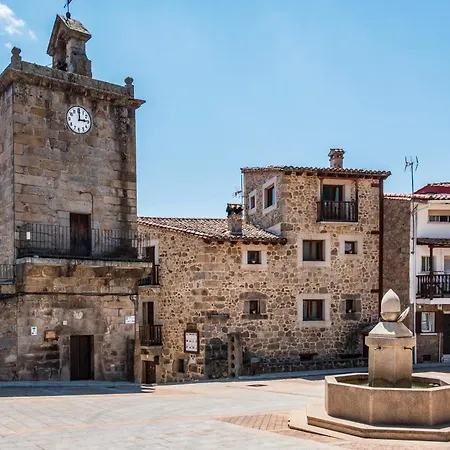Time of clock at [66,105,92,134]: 3:00
